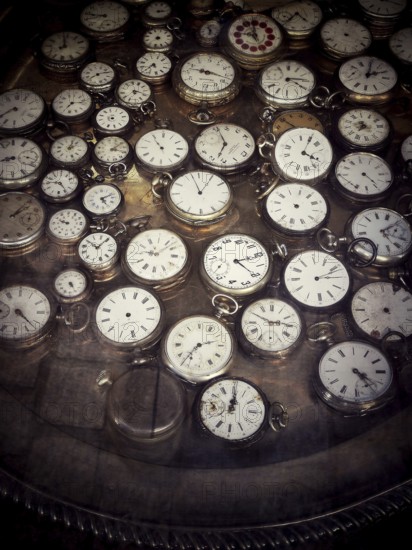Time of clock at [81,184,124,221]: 5:11
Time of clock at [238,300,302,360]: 2:49
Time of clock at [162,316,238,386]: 2:36
